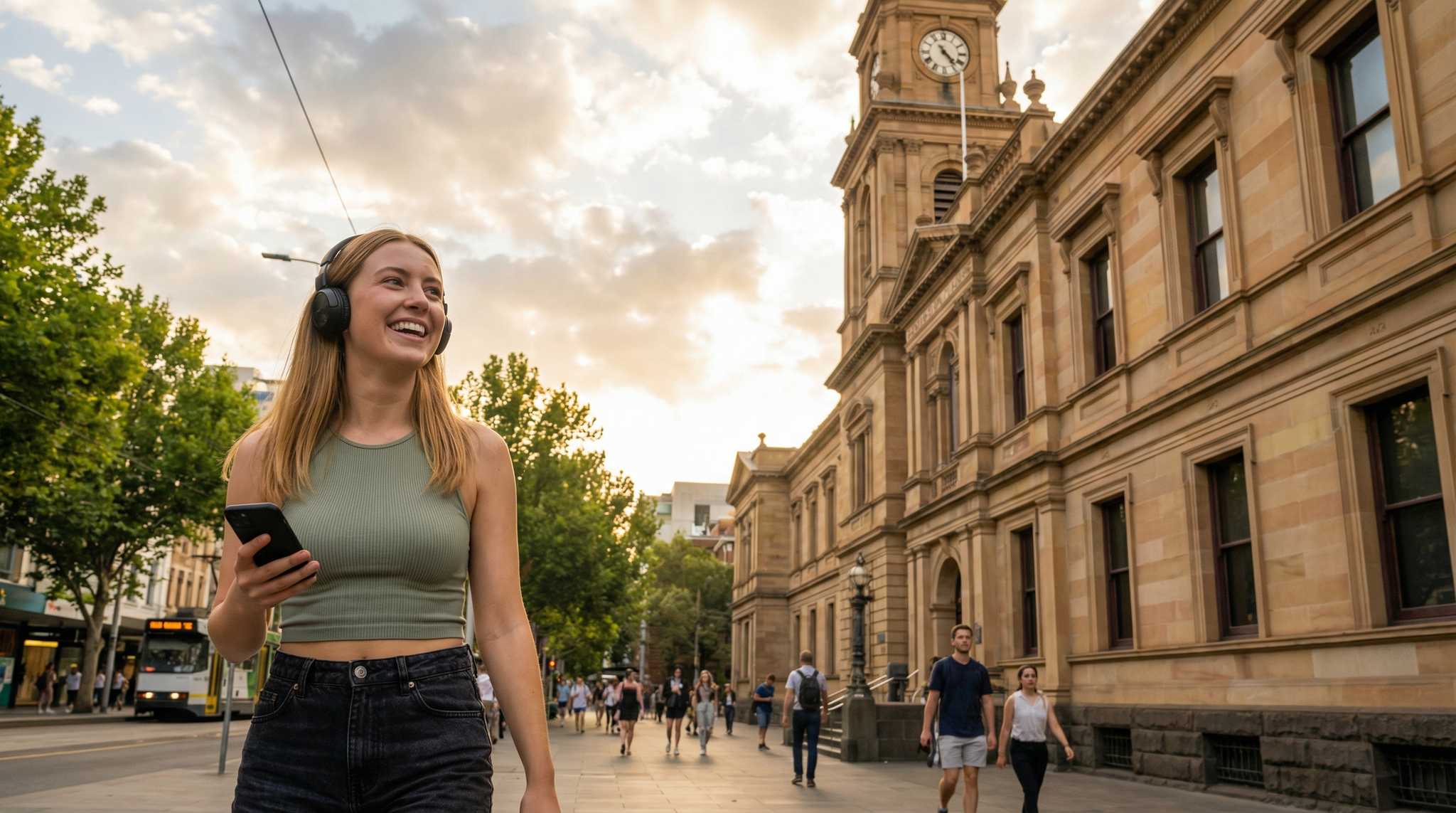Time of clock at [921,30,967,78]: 4:23
